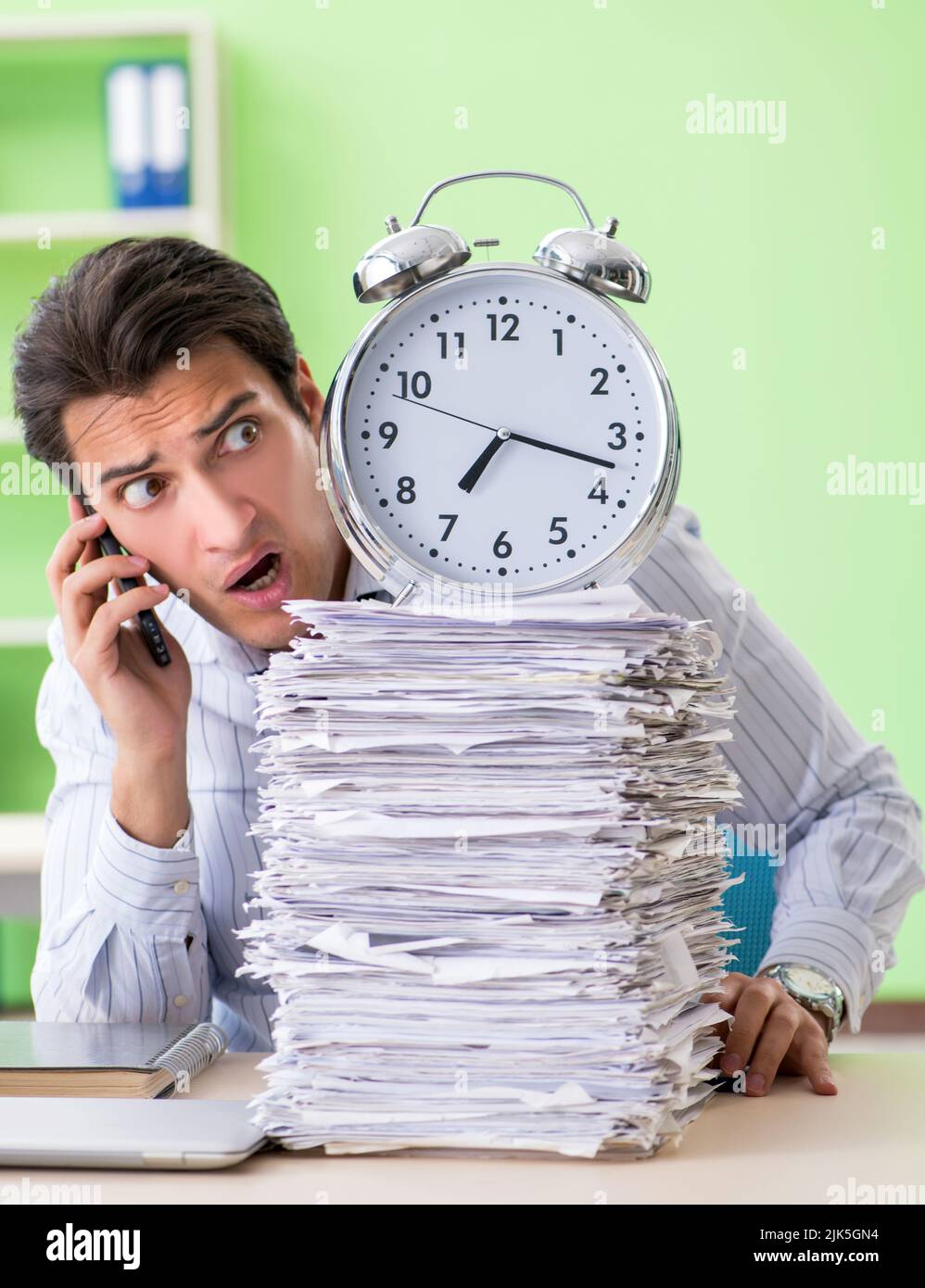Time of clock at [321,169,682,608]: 7:17
